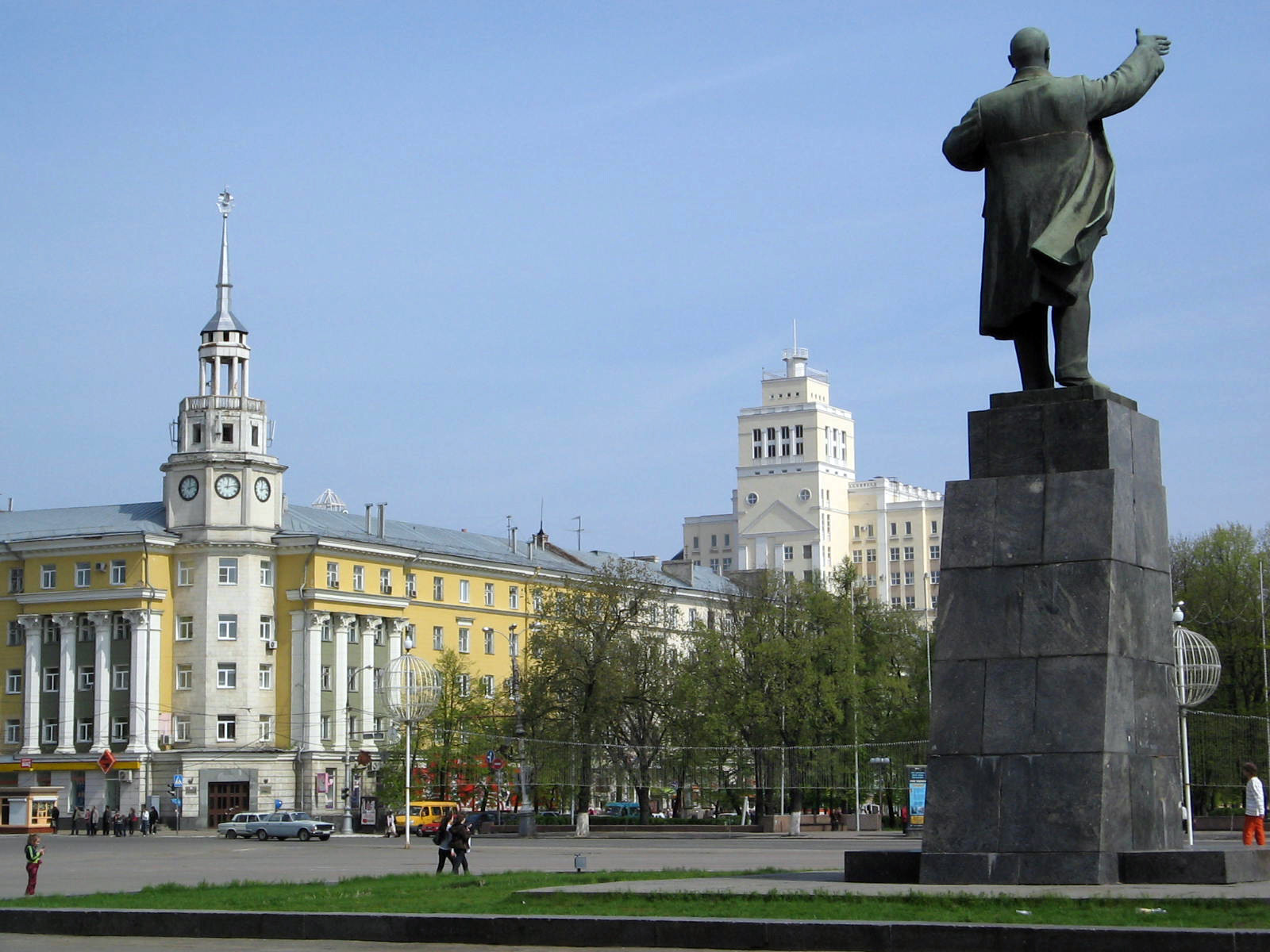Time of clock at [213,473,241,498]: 12:13
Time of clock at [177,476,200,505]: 12:12
